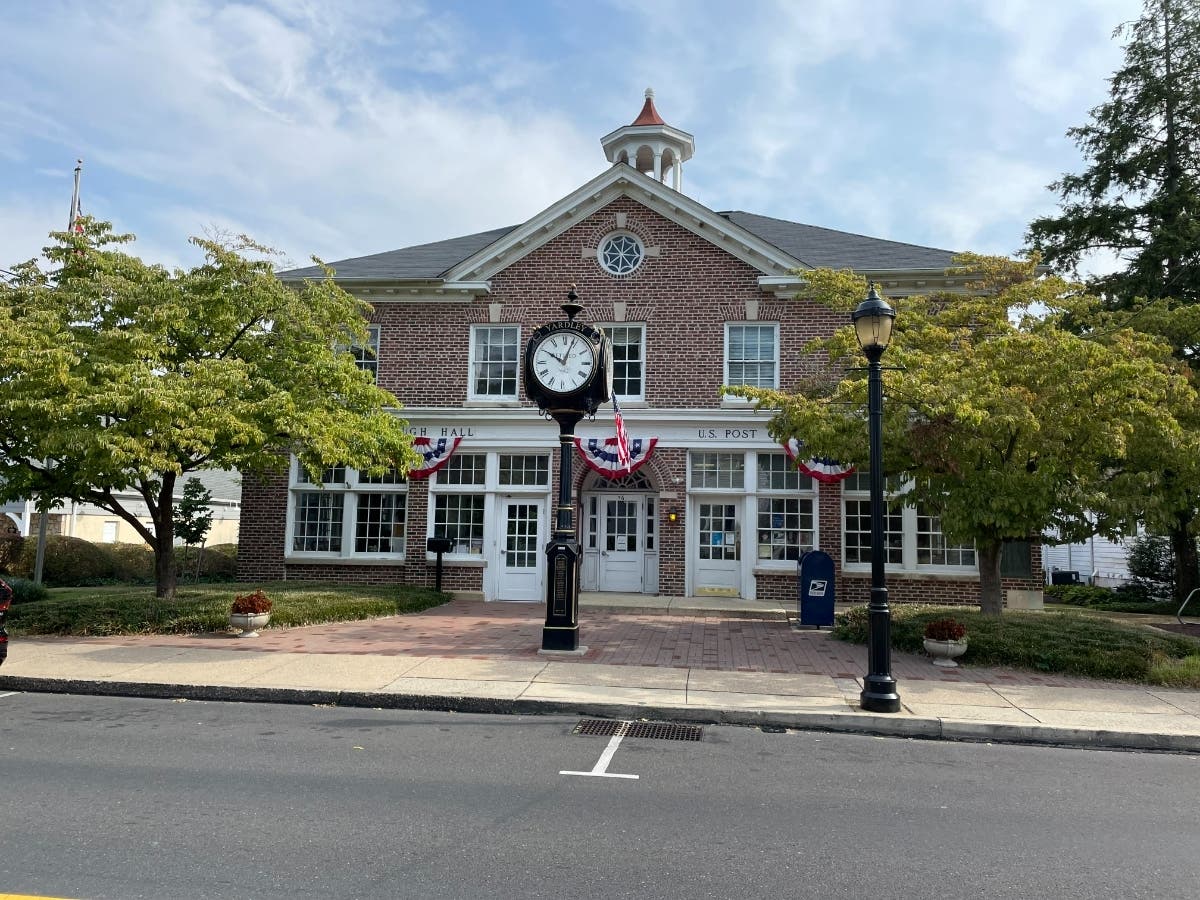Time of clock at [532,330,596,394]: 10:03
